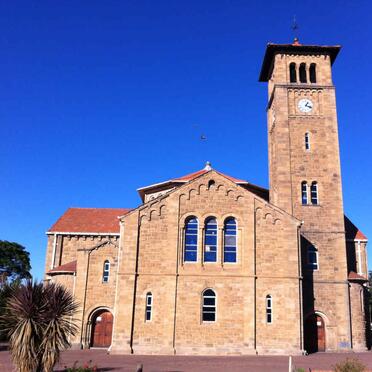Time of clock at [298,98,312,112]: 1:18
